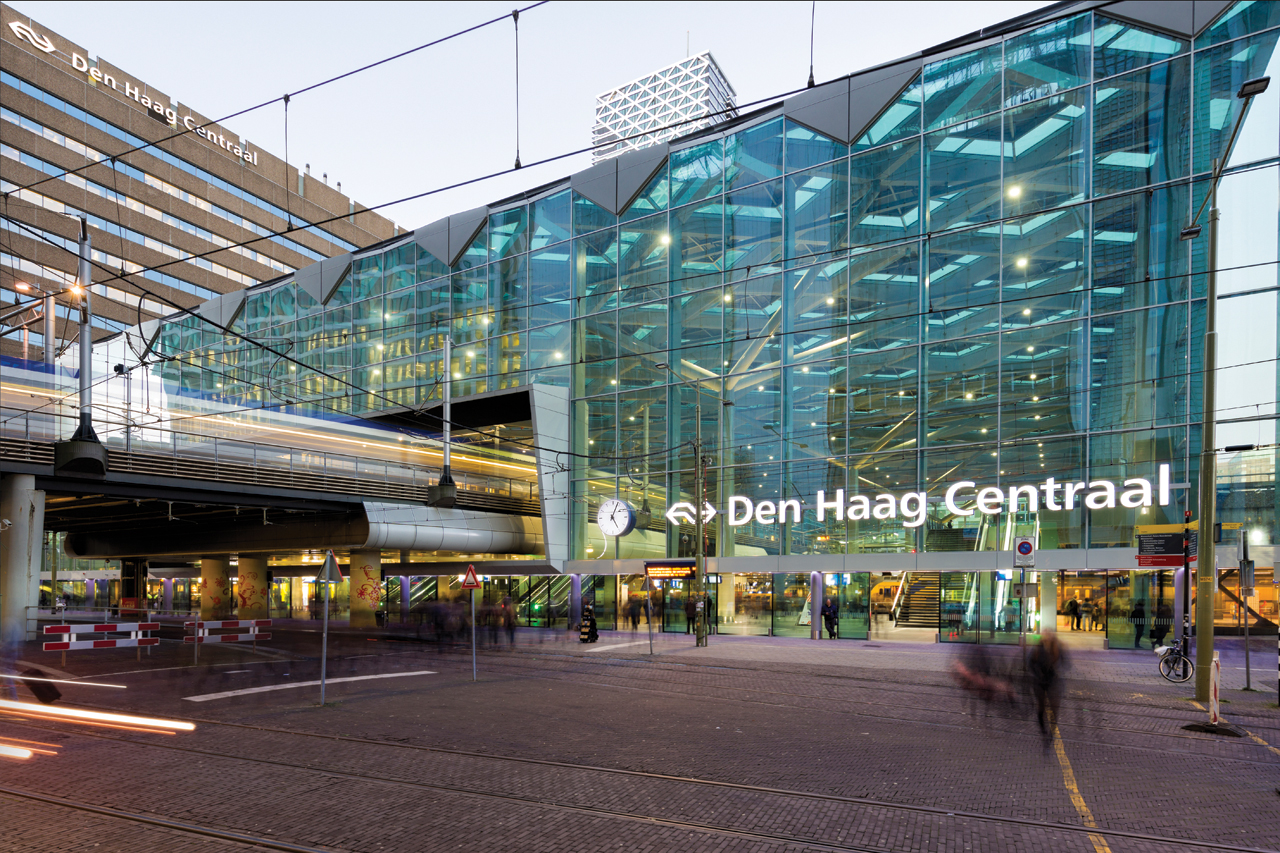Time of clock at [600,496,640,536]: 5:04
